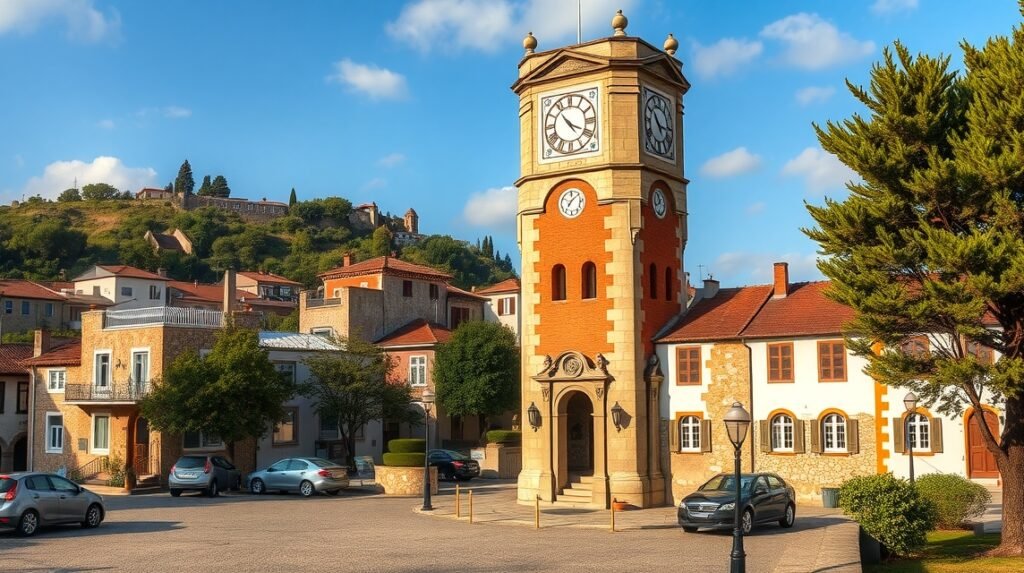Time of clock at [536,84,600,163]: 3:53
